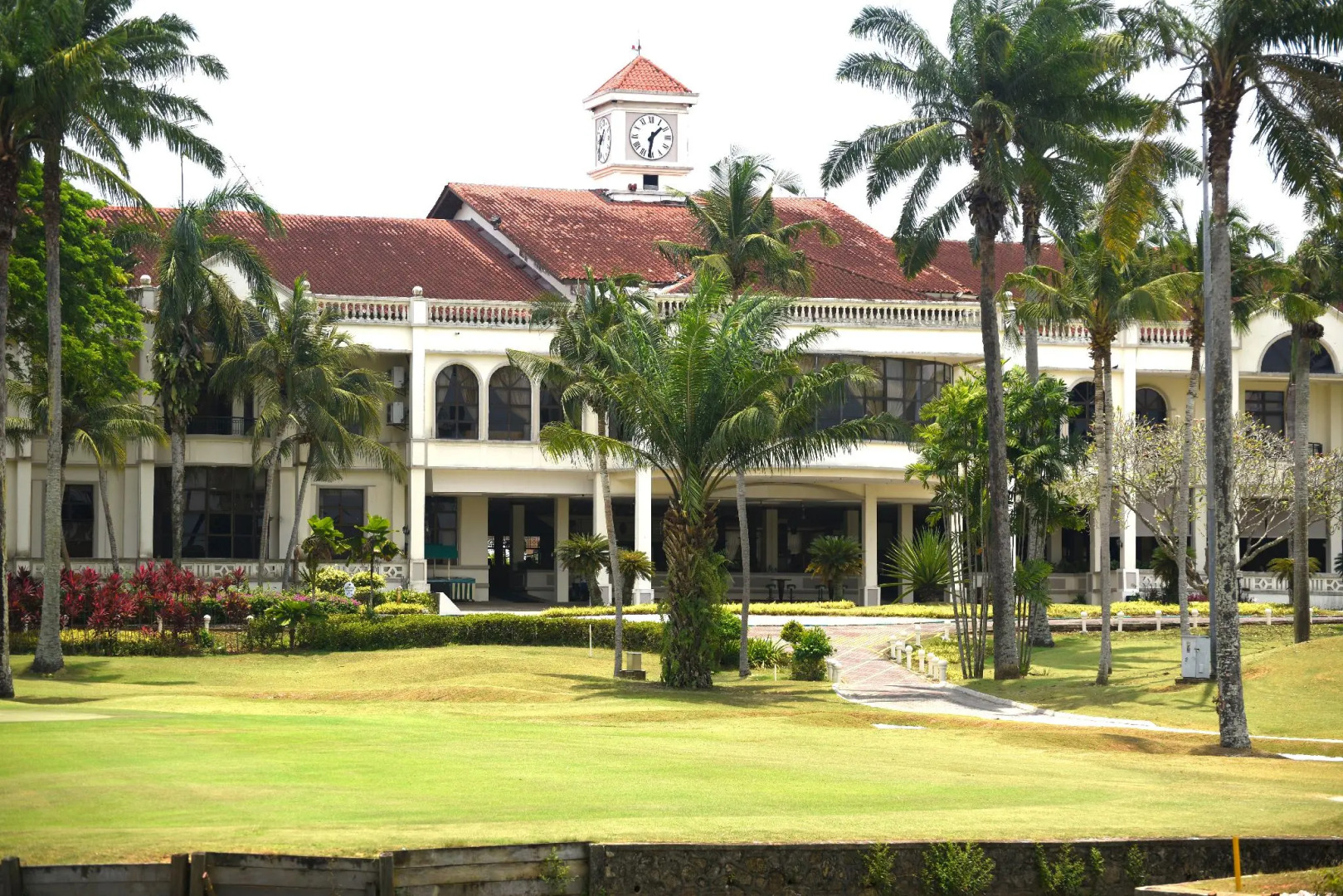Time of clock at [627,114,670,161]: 1:31
